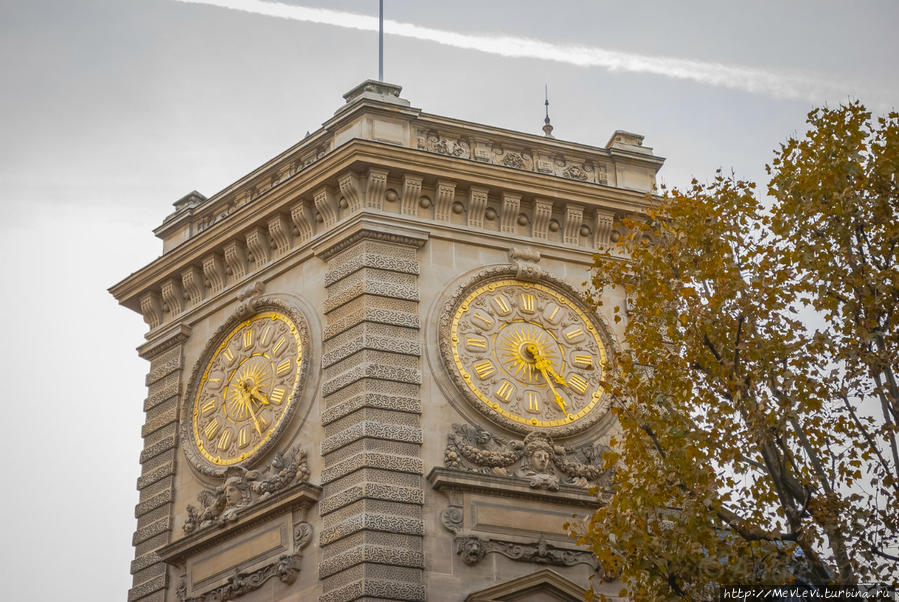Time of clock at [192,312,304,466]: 3:22
